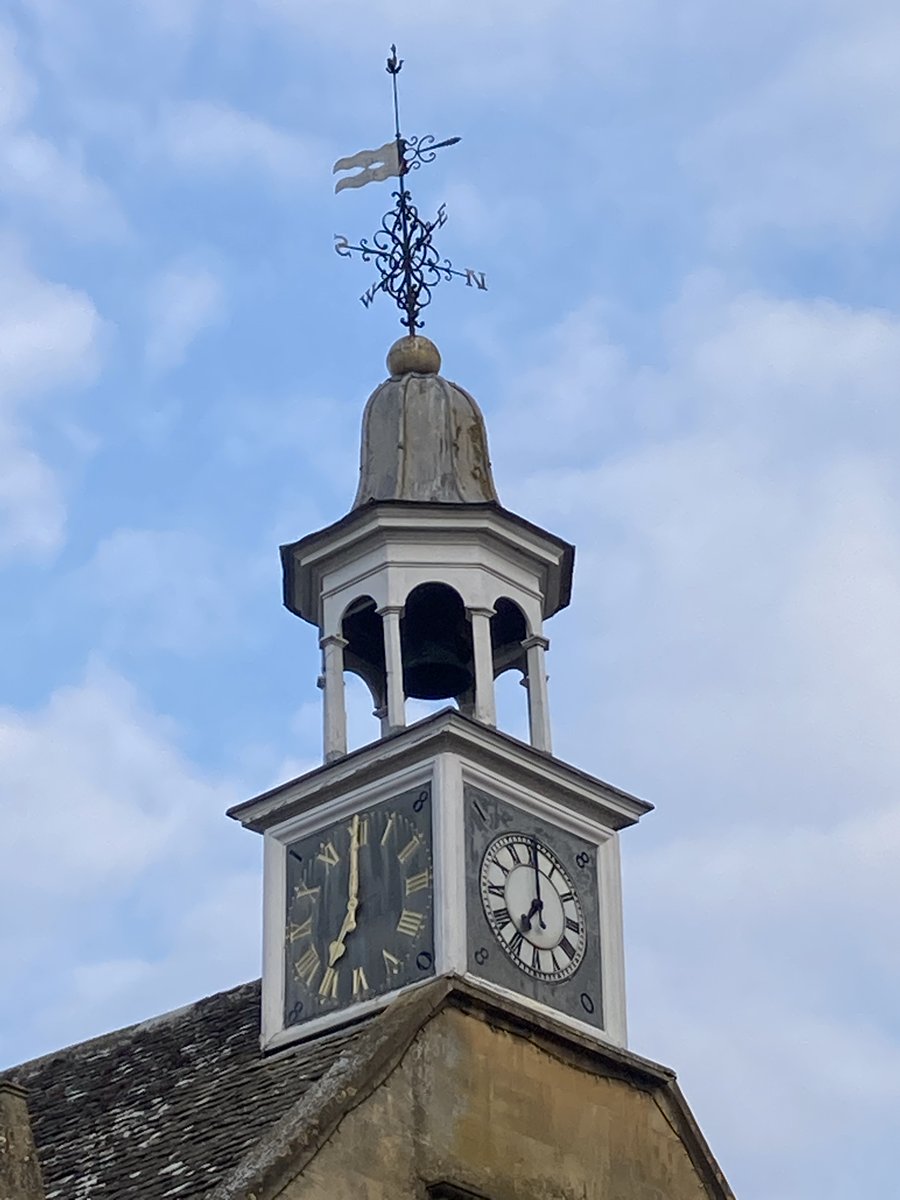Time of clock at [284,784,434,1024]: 7:00
